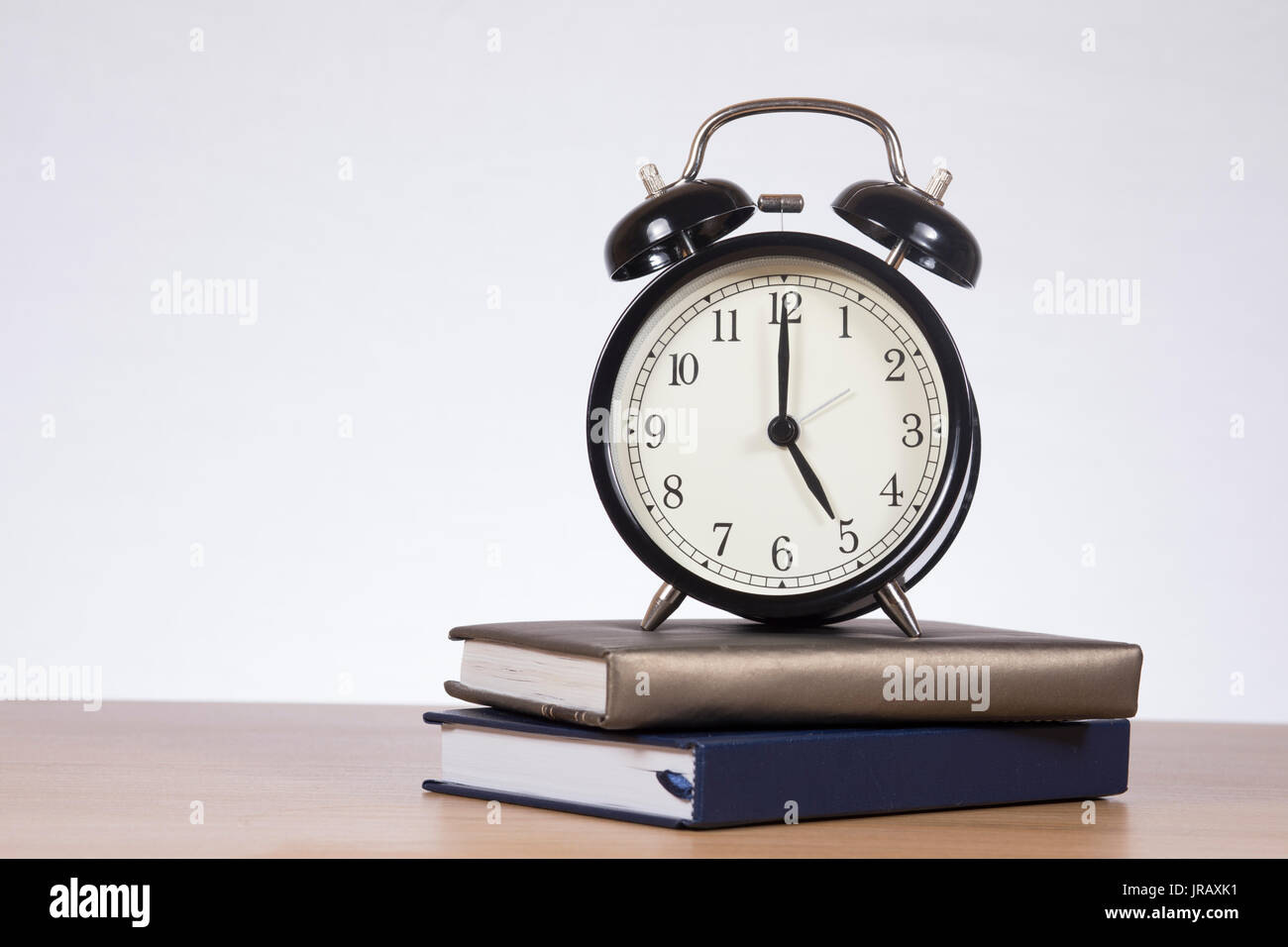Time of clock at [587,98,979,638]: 5:00
